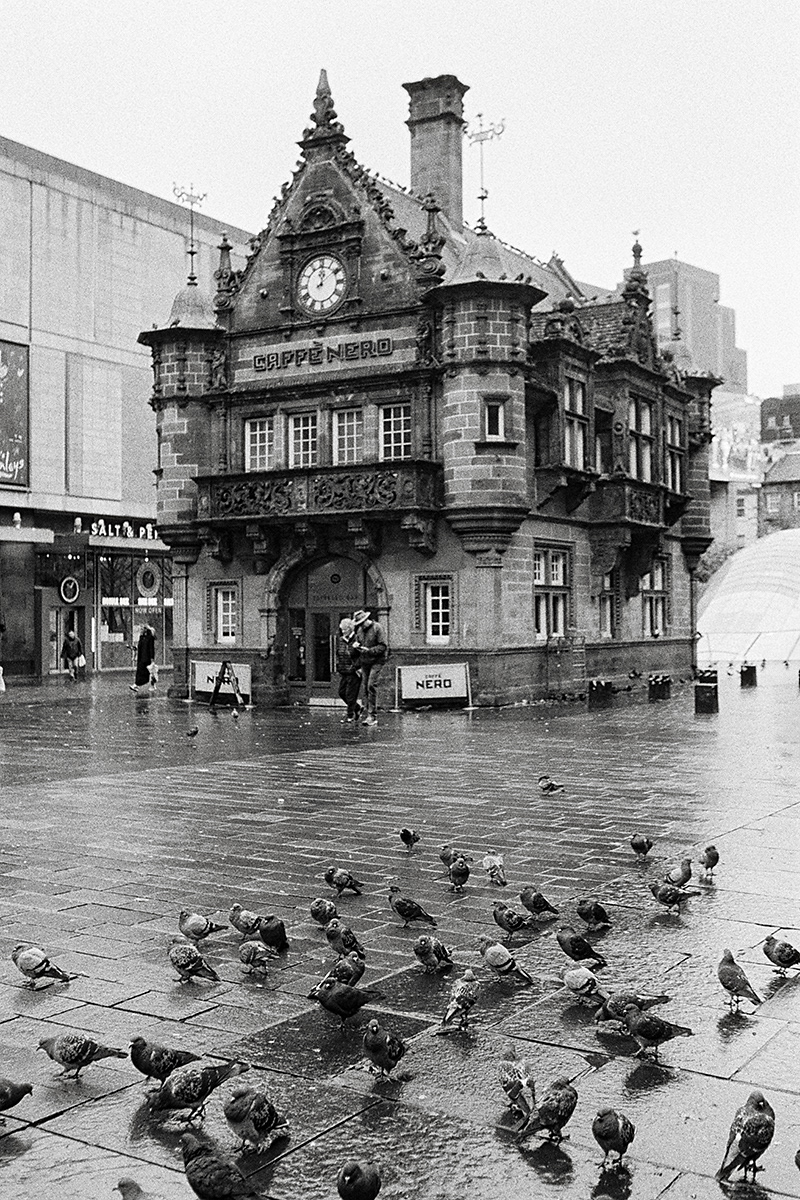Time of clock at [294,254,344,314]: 12:09
